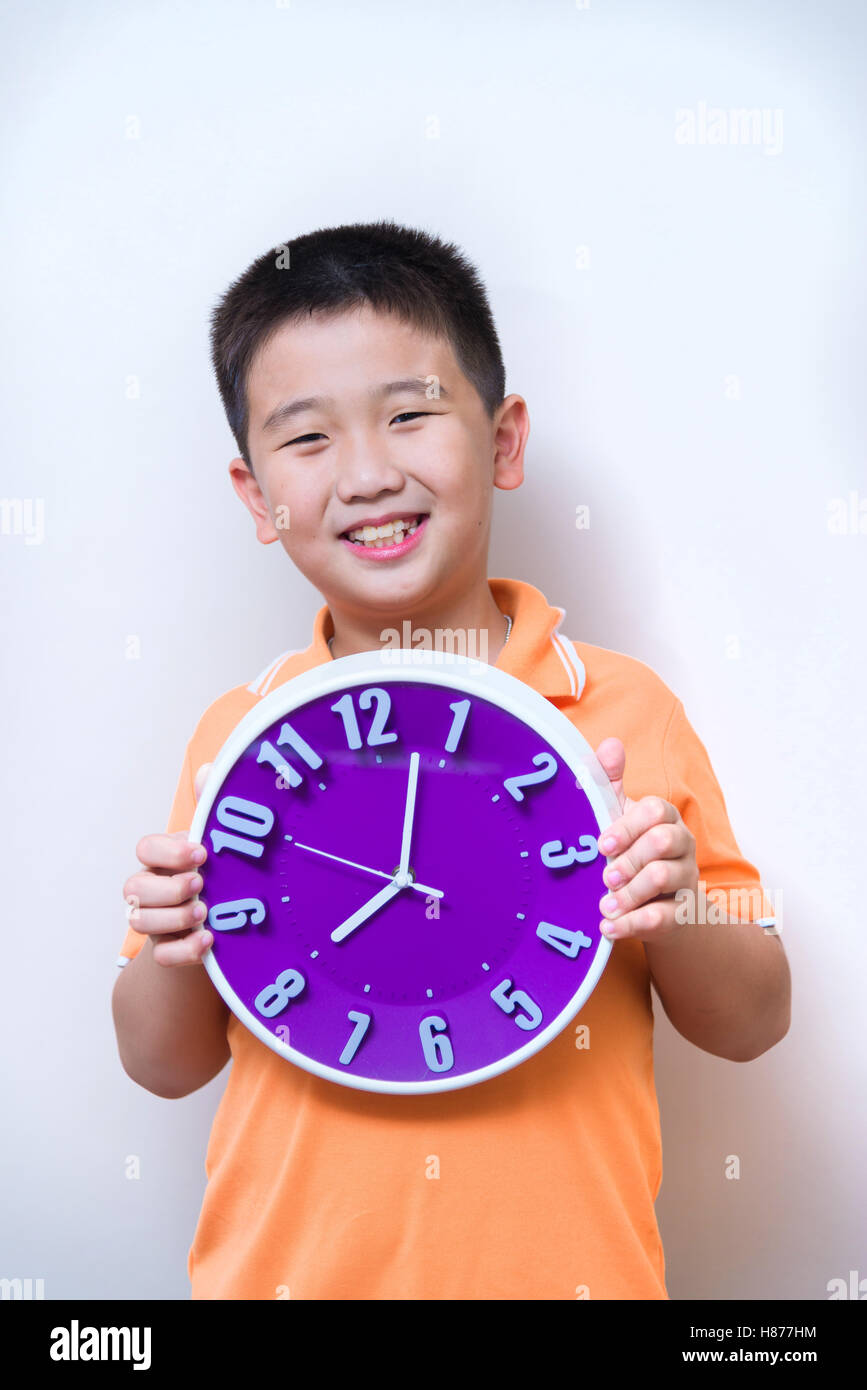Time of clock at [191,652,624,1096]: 8:02
